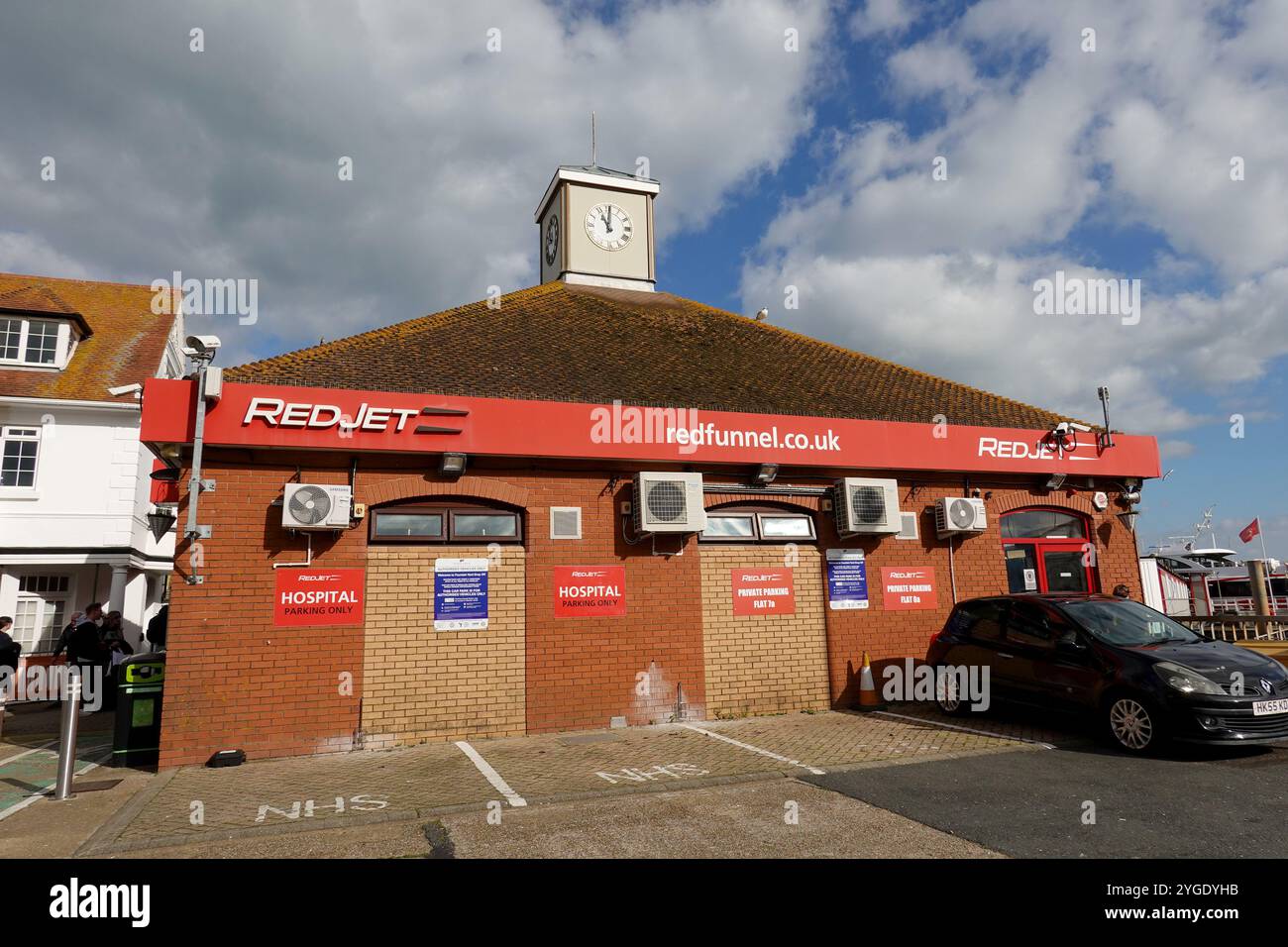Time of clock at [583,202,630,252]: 11:00
